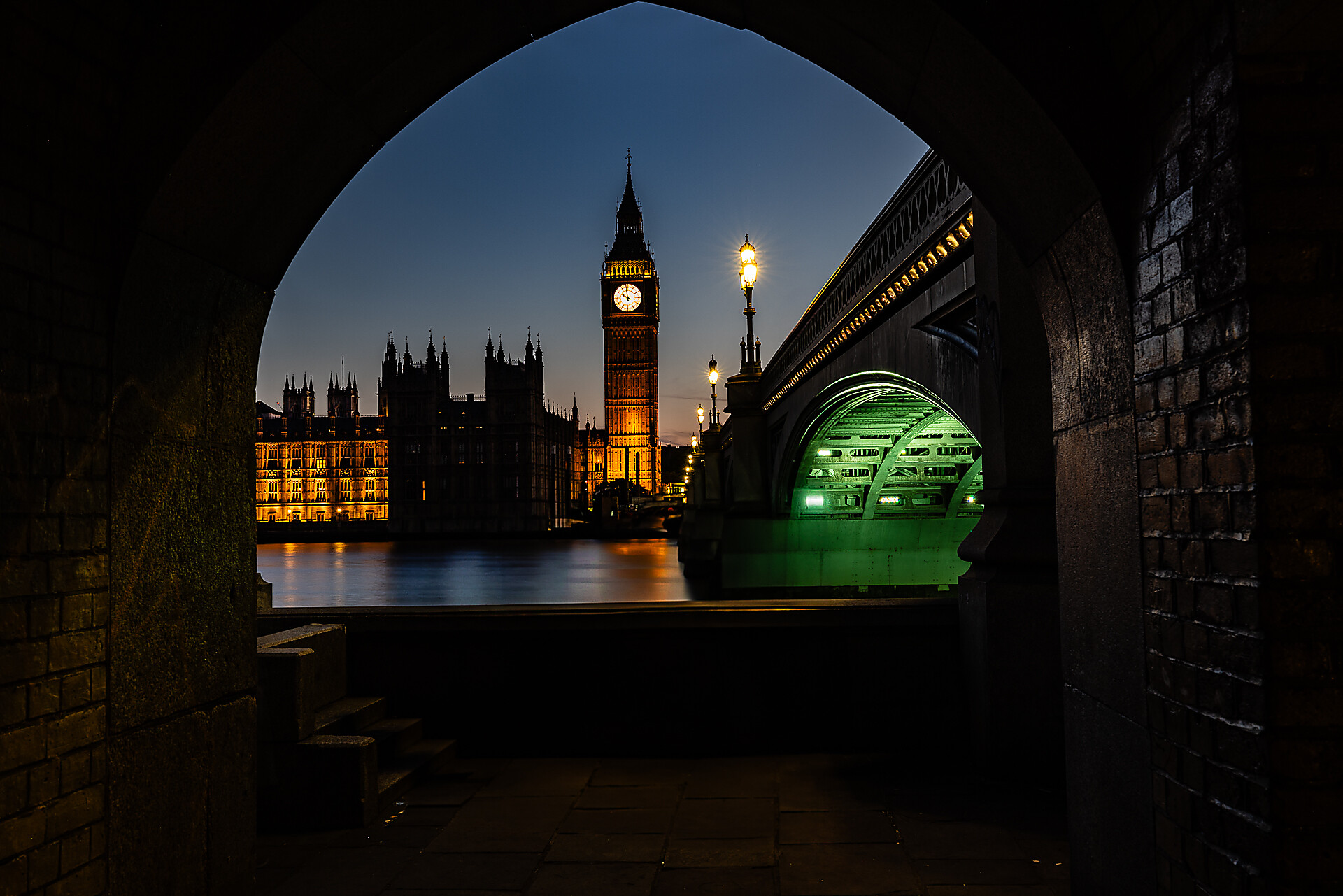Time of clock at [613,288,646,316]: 9:58
